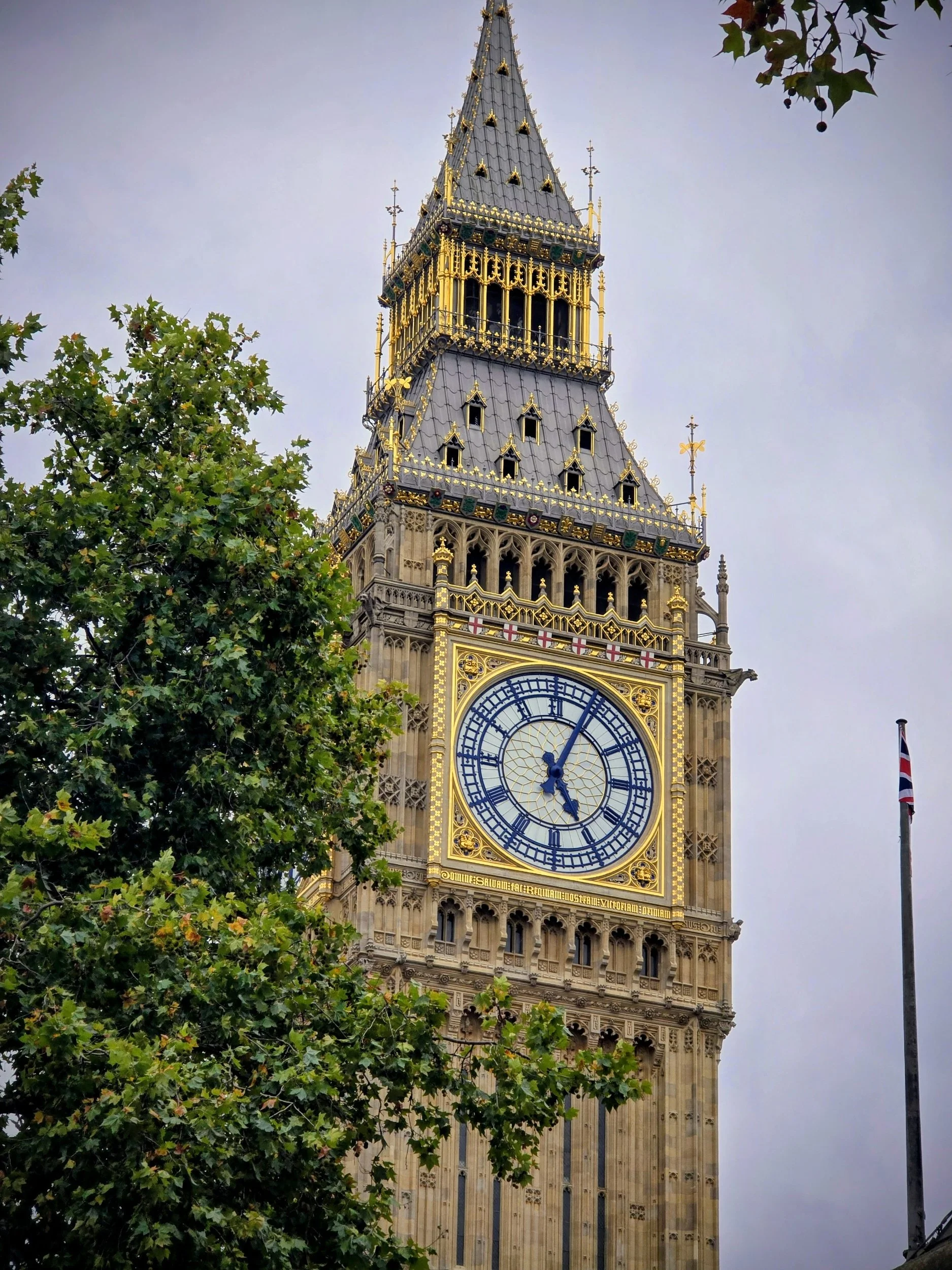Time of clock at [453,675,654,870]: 5:04
